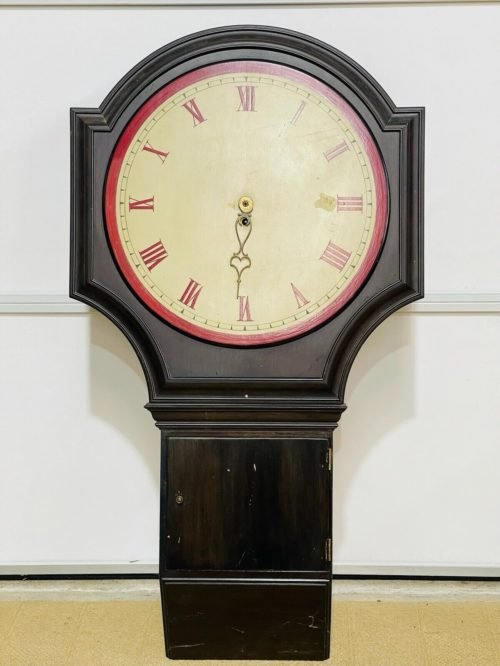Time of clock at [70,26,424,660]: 6:30
